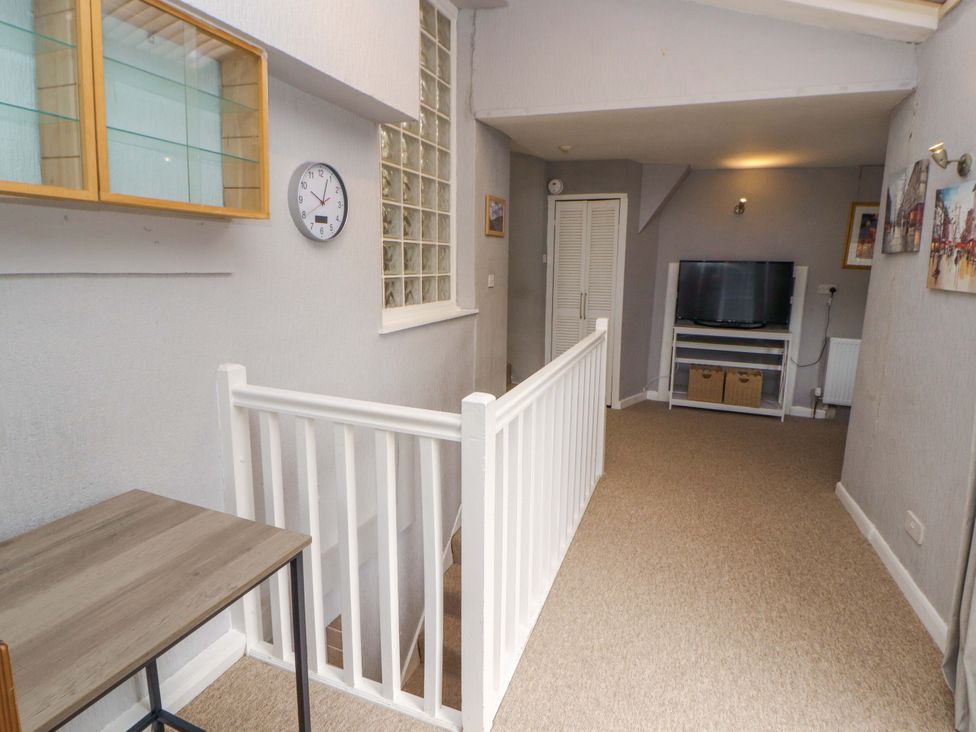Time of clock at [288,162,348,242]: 10:03
